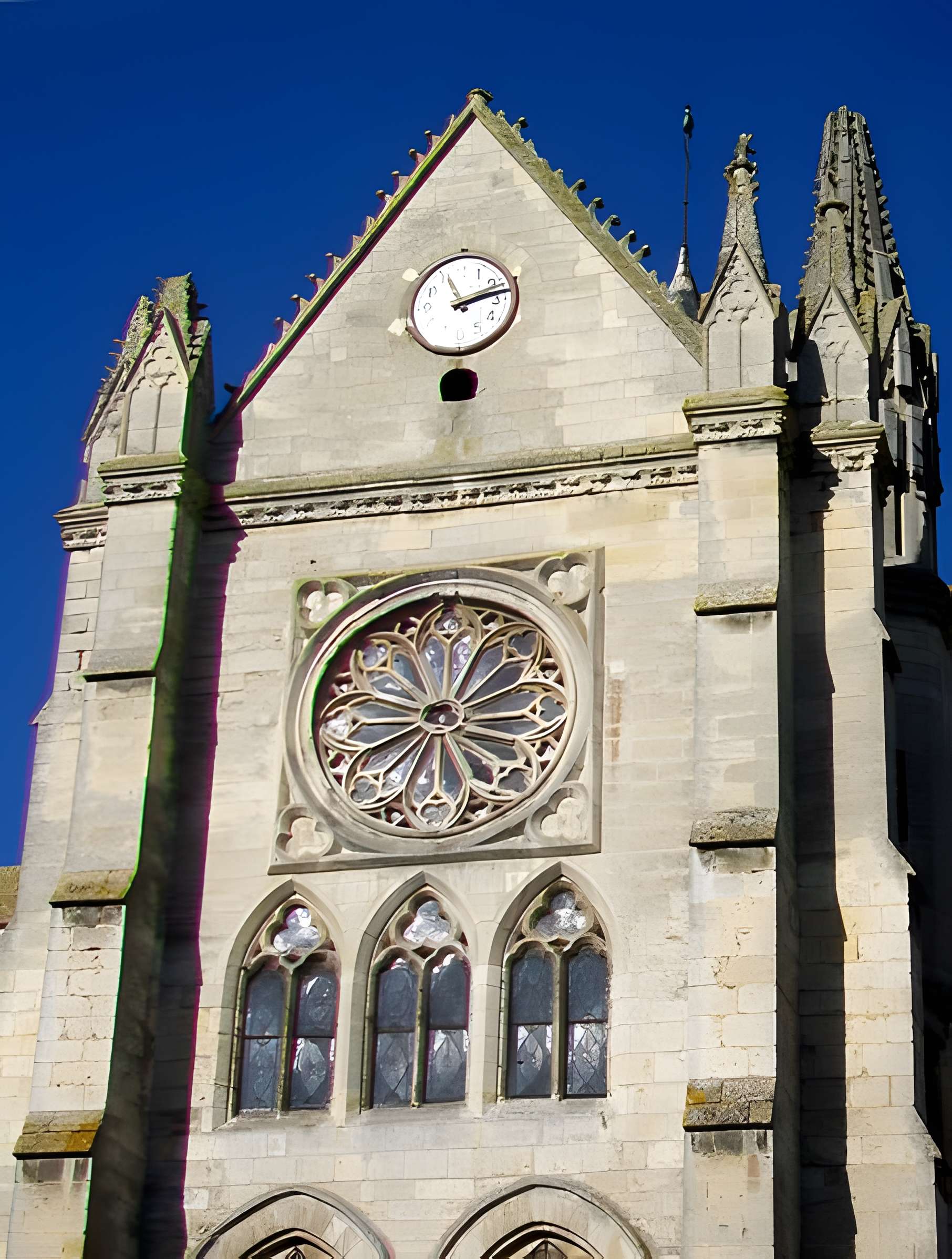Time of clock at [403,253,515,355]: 2:12
